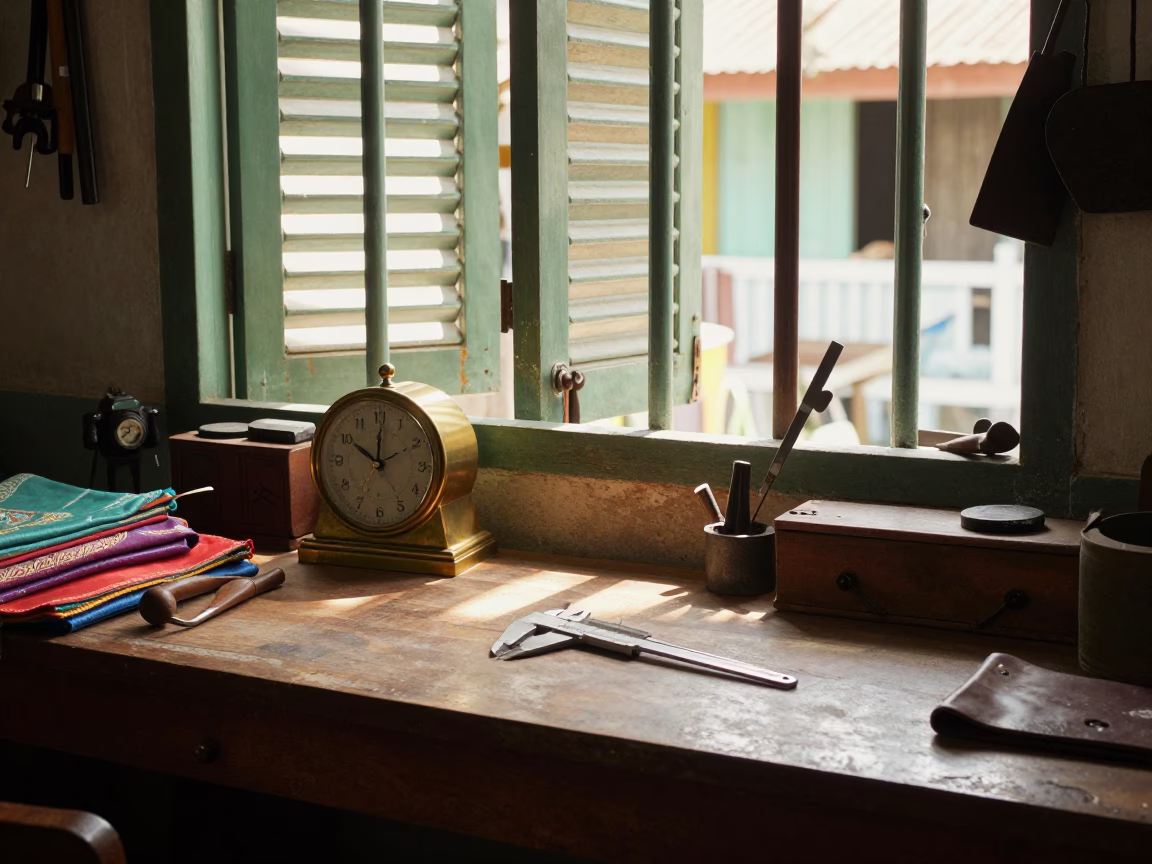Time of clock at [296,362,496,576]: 10:01
